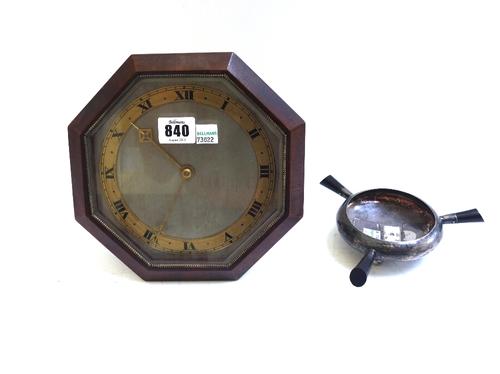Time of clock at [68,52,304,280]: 10:34
